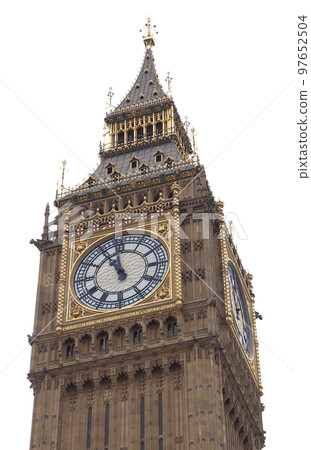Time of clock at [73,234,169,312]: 10:58
